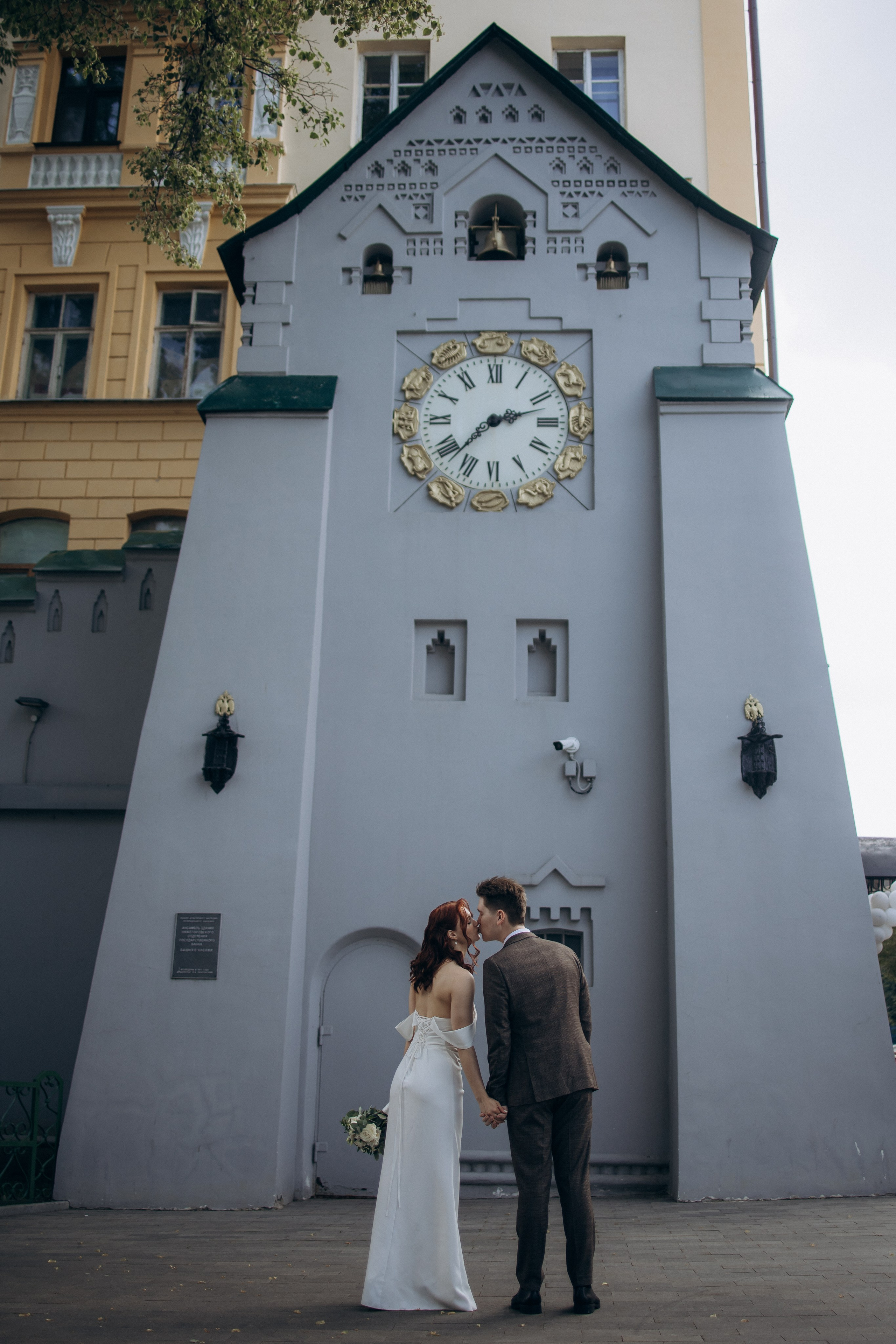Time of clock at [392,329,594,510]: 2:38
